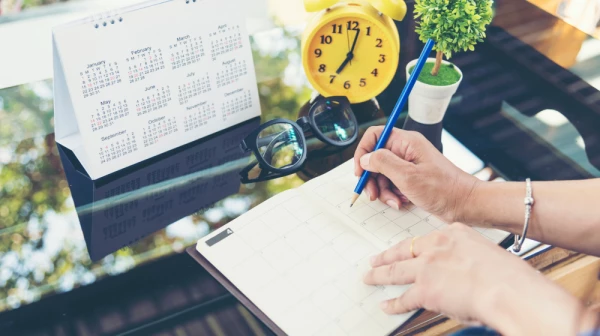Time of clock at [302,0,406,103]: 7:02
